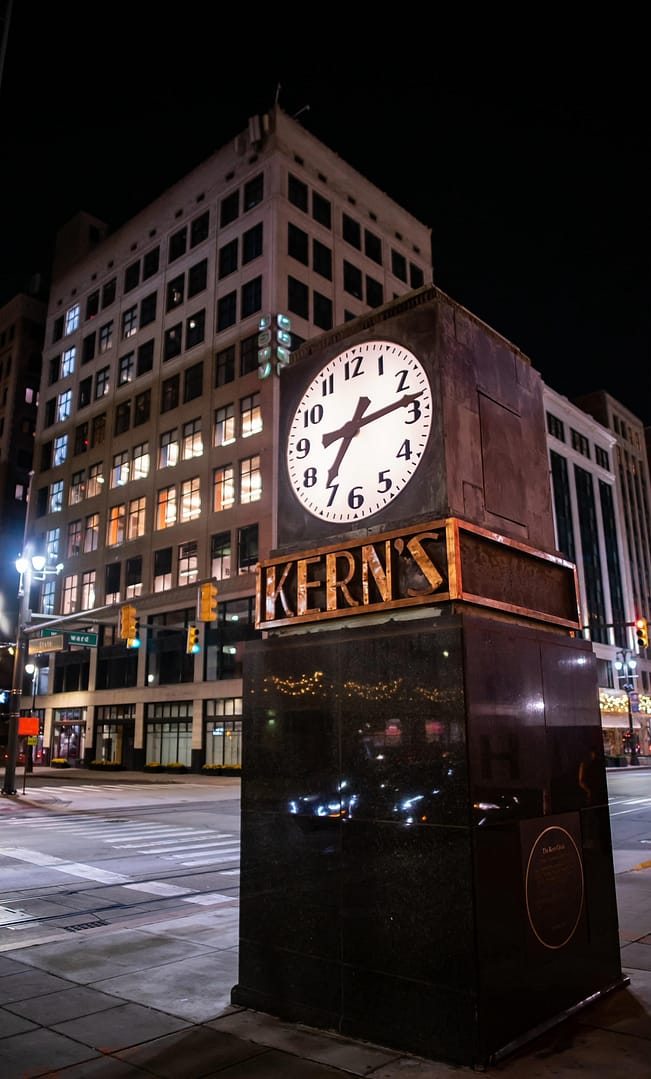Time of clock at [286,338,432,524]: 7:13
